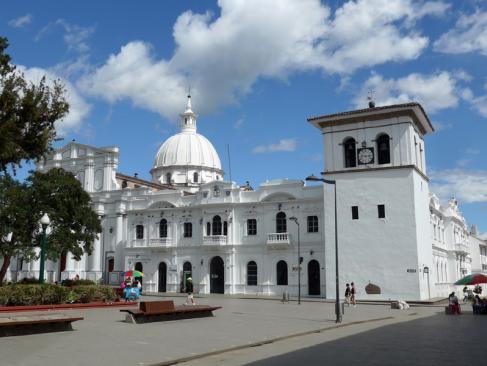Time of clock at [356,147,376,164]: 9:15
